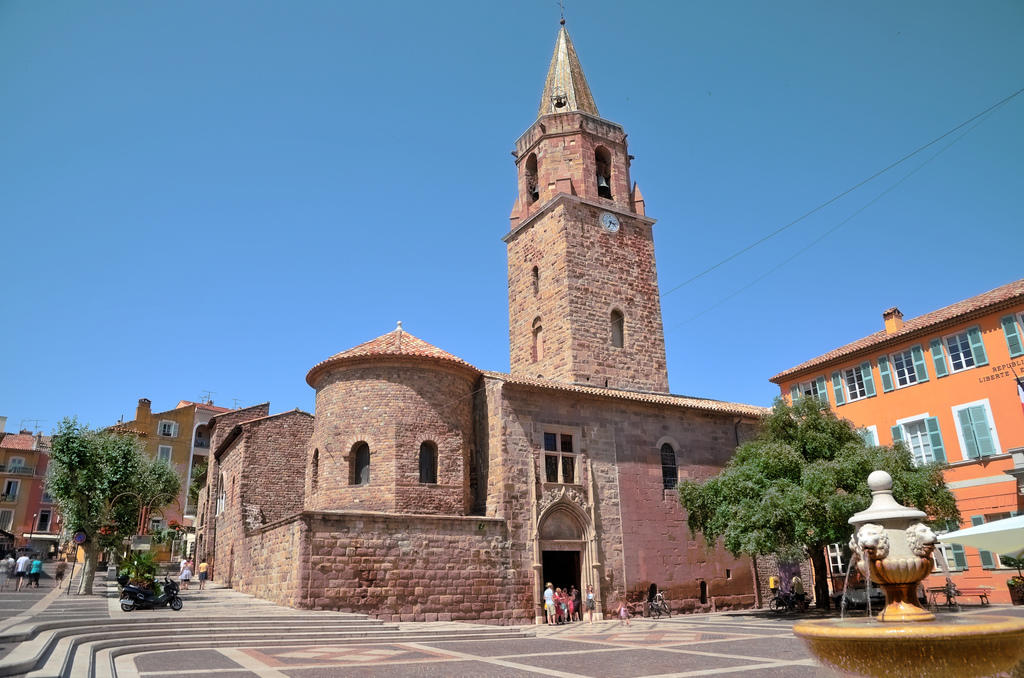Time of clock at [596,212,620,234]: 3:34
